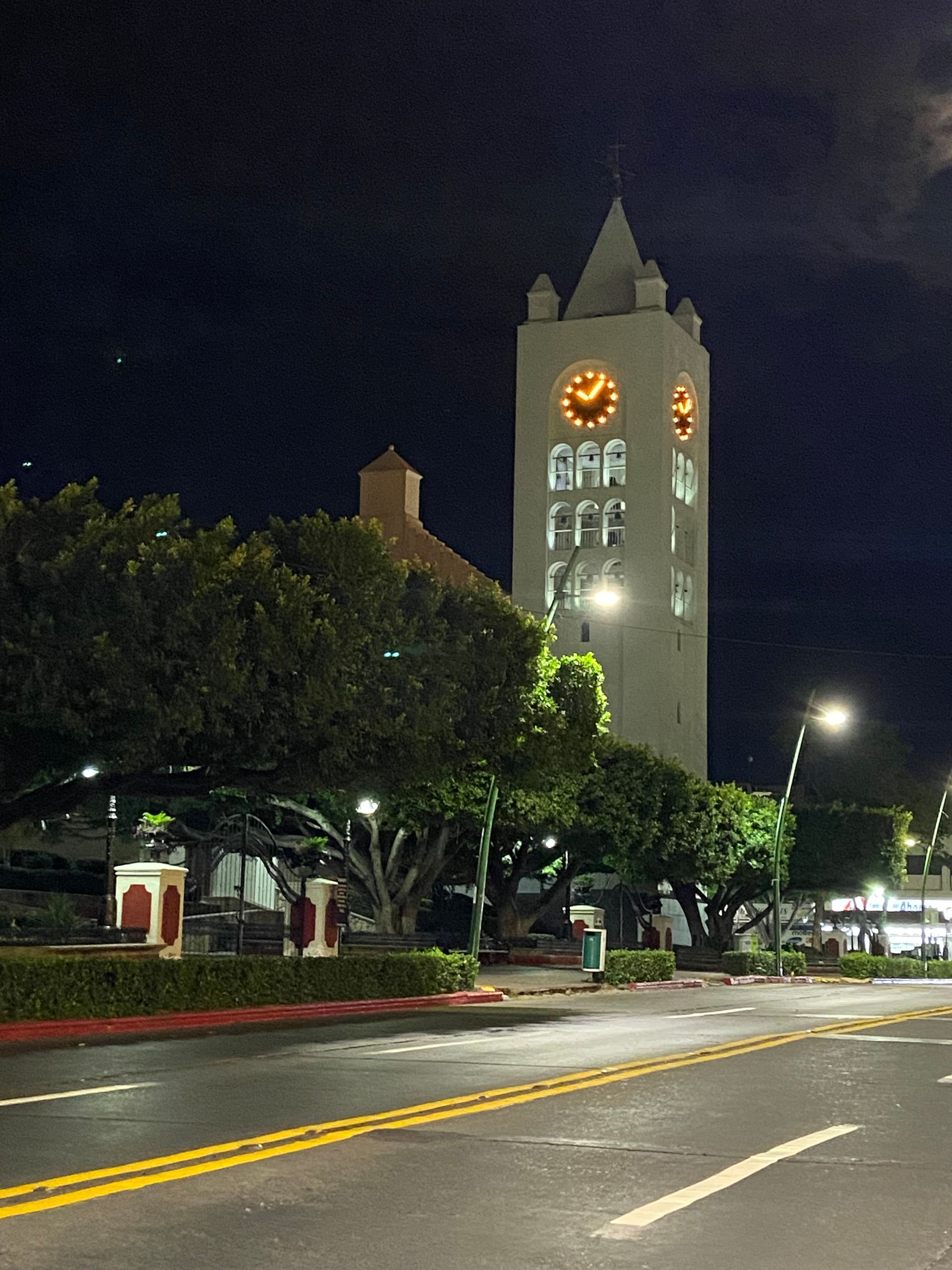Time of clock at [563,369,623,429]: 10:06
